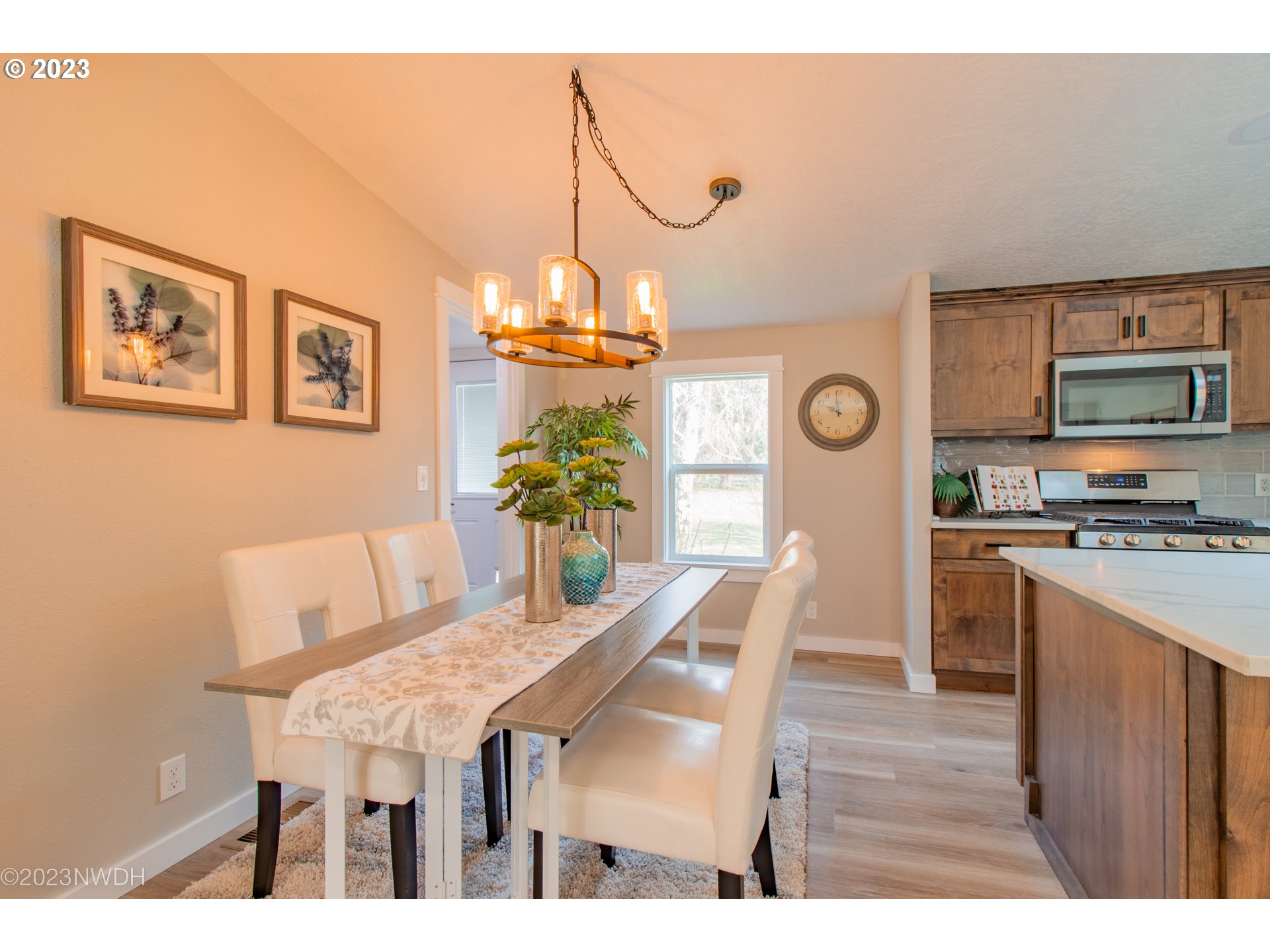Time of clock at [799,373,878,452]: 9:59
